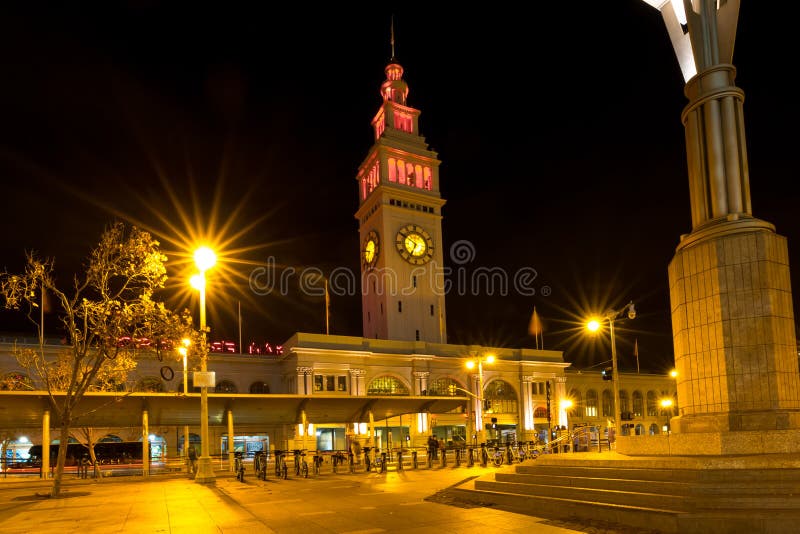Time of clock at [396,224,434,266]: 6:50
